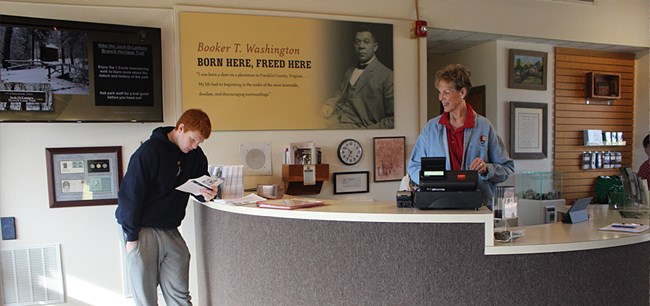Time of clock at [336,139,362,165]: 10:34
